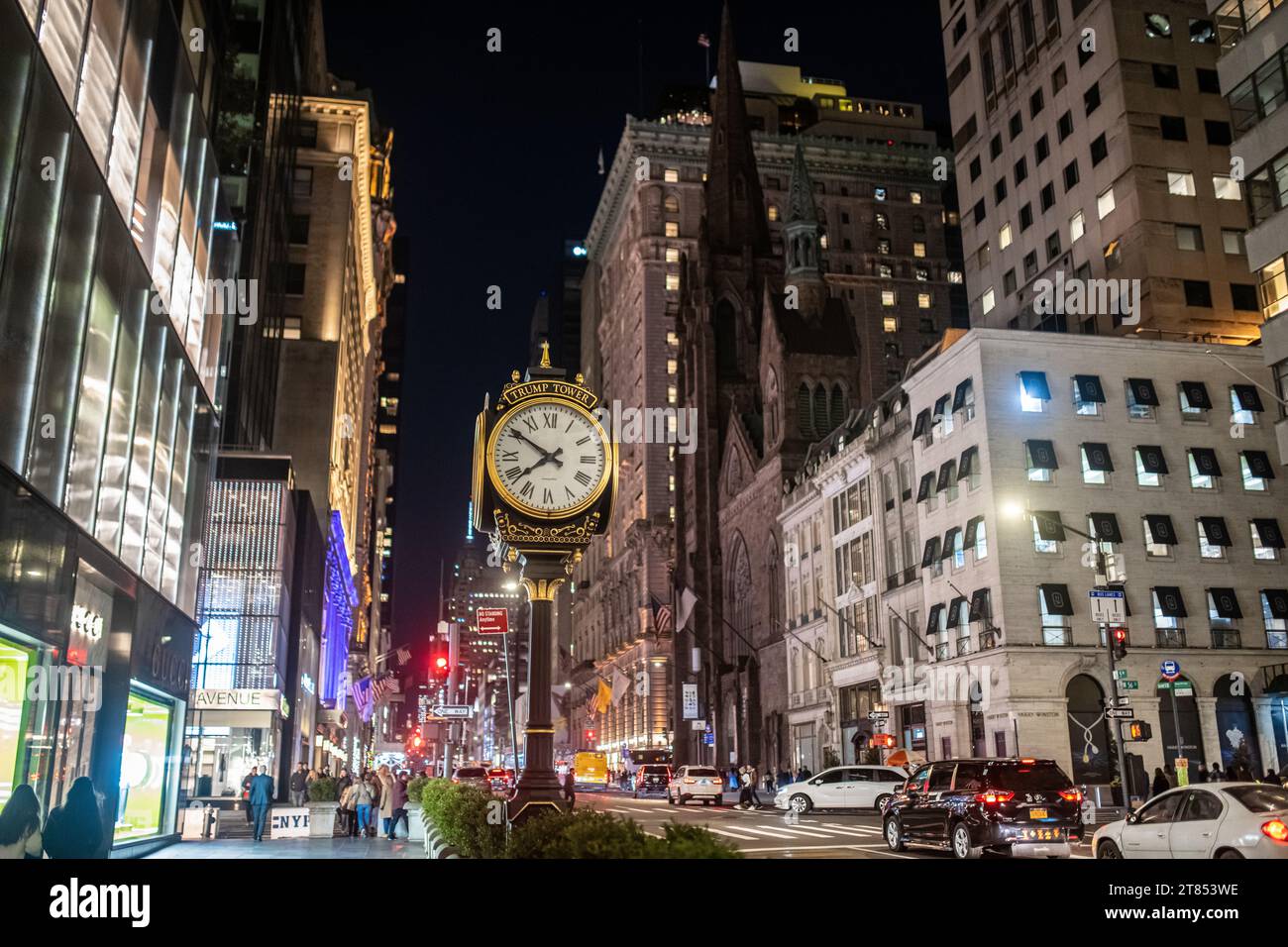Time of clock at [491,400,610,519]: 7:50
